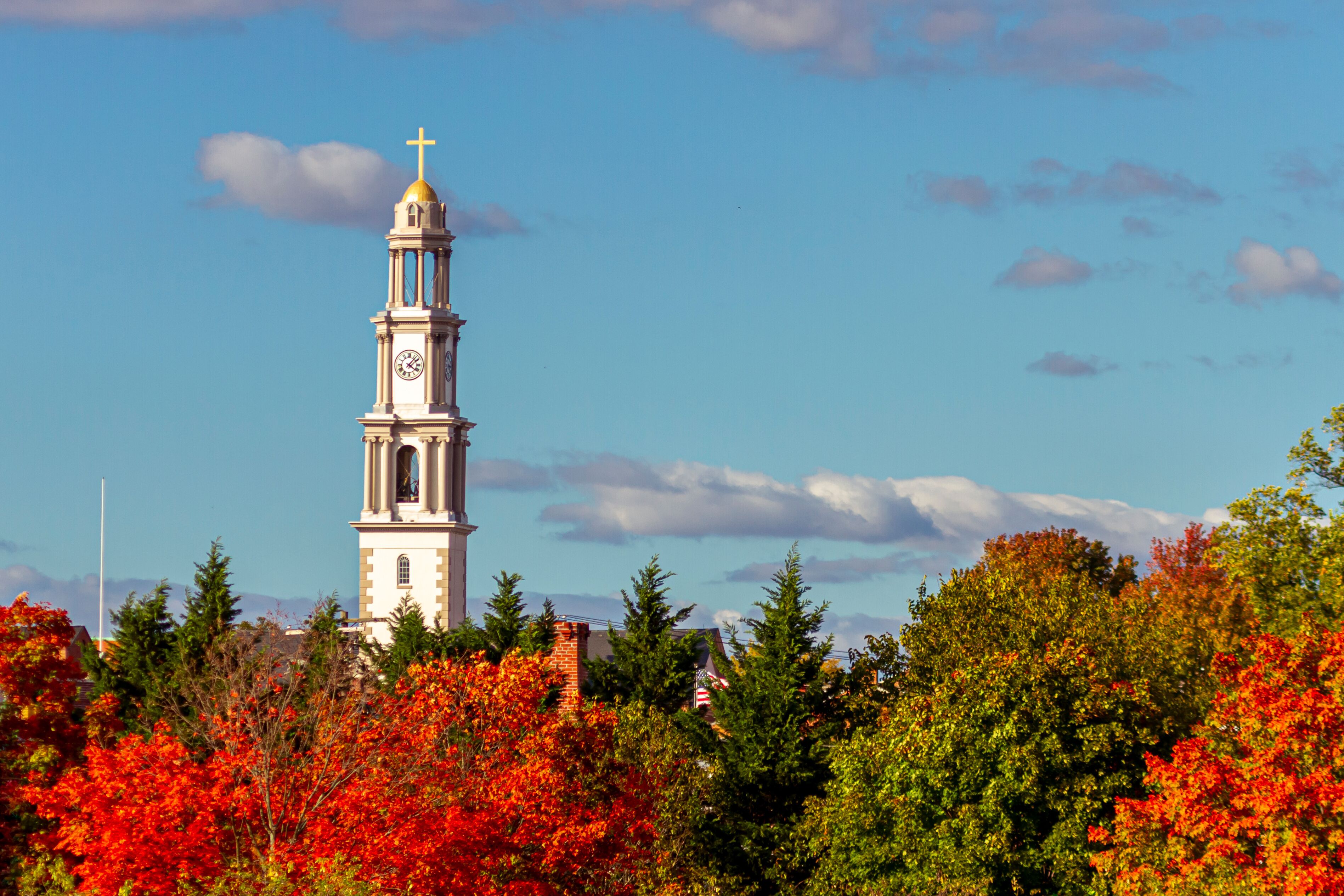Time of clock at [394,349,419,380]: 4:07
